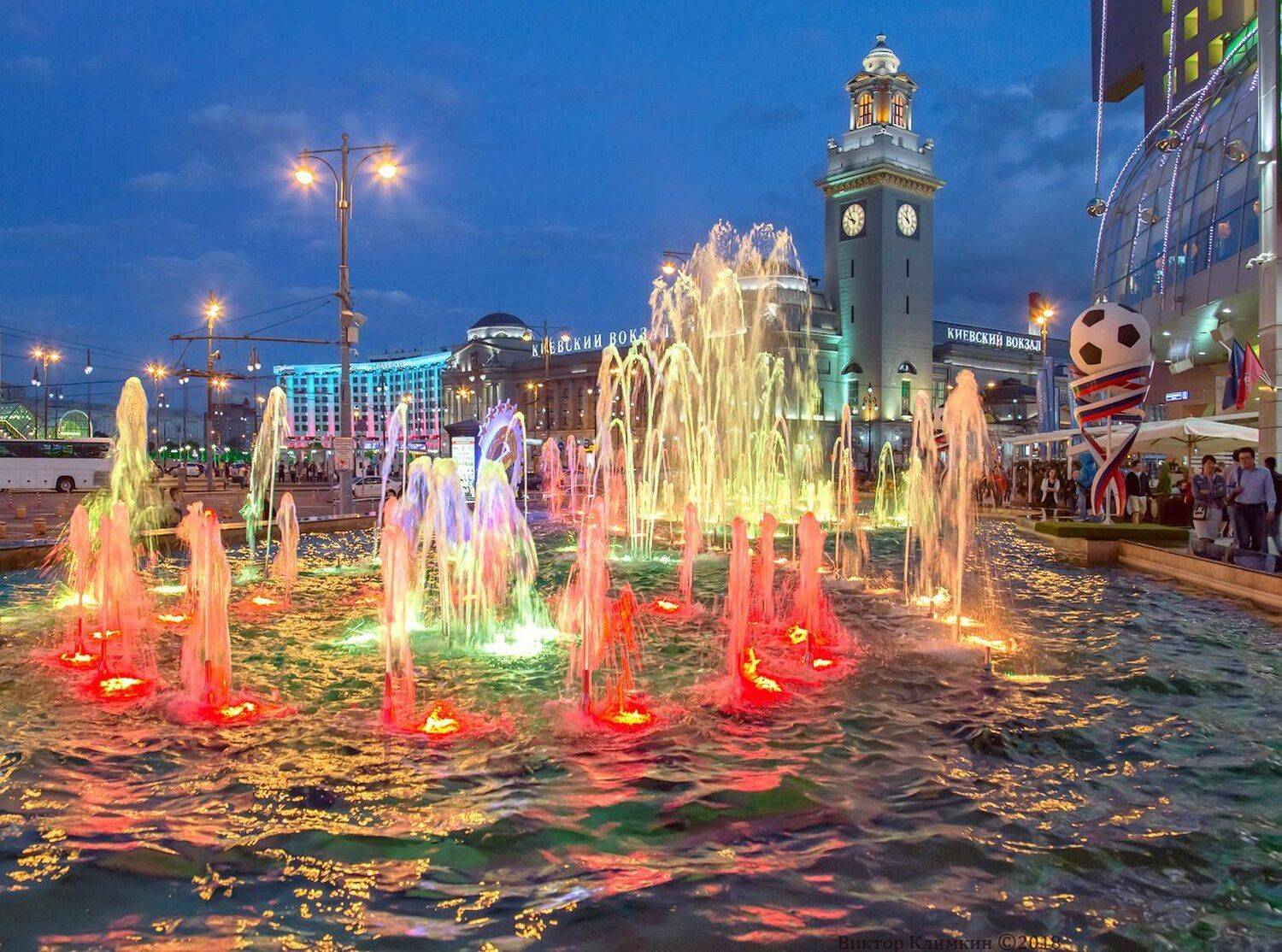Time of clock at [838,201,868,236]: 9:54
